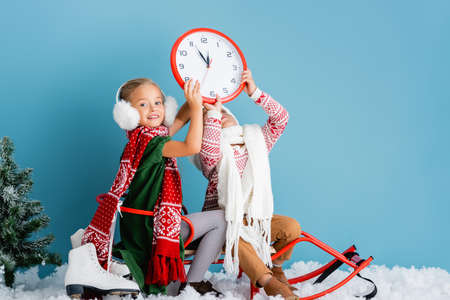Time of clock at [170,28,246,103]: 11:55
